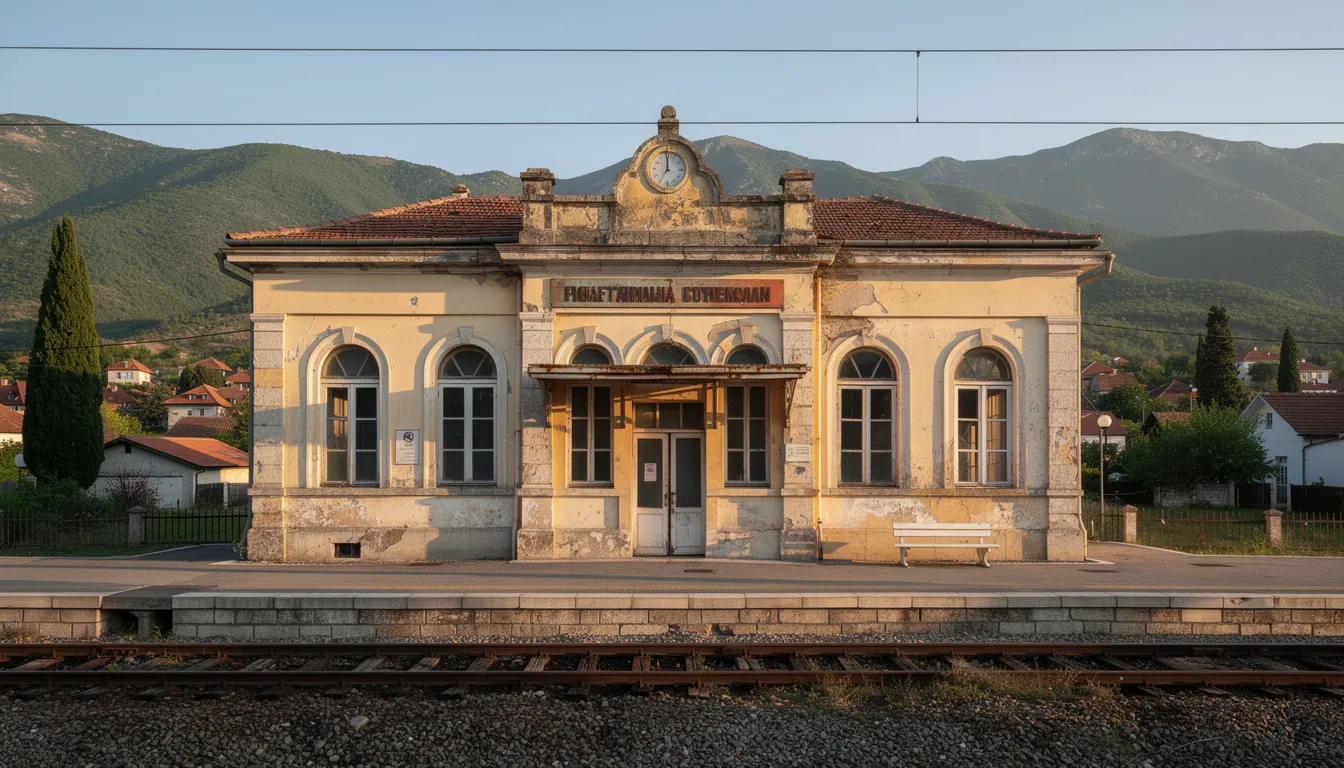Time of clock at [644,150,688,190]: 11:59
